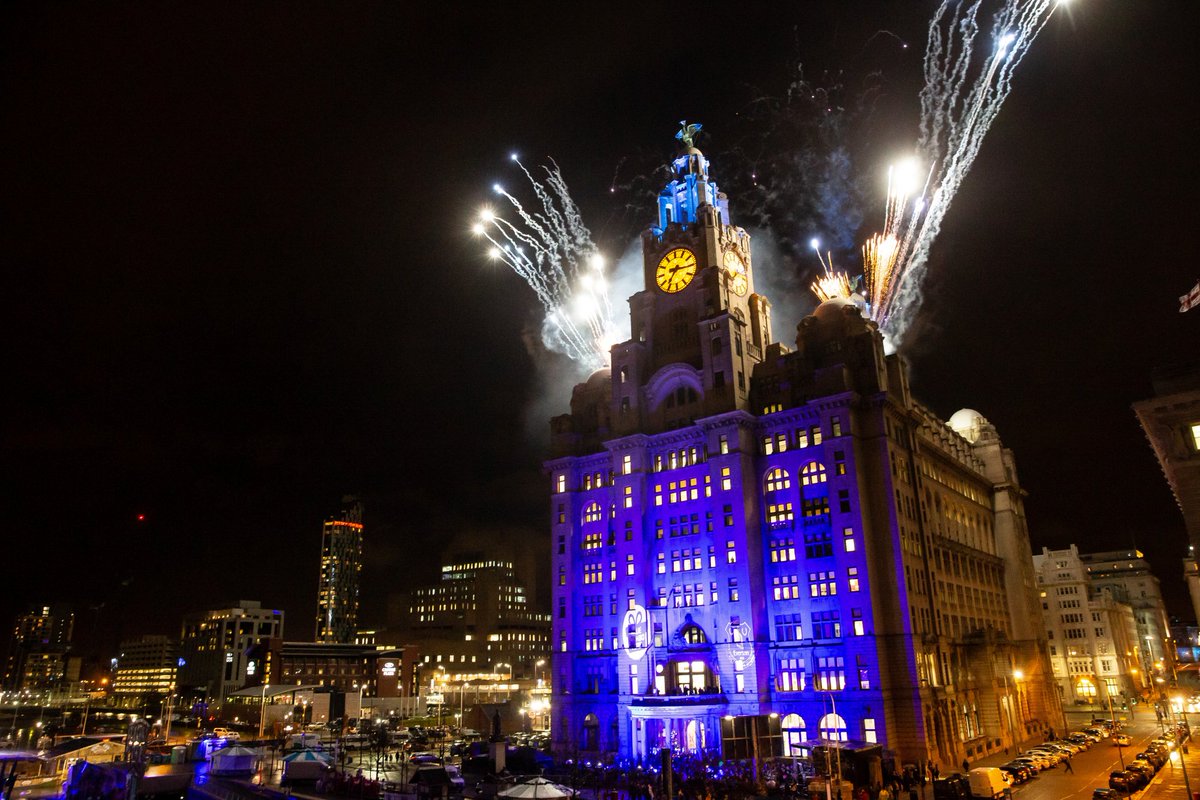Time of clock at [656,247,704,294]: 7:15
